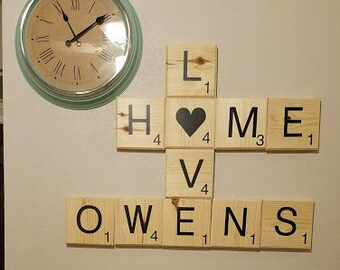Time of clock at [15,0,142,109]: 11:09
